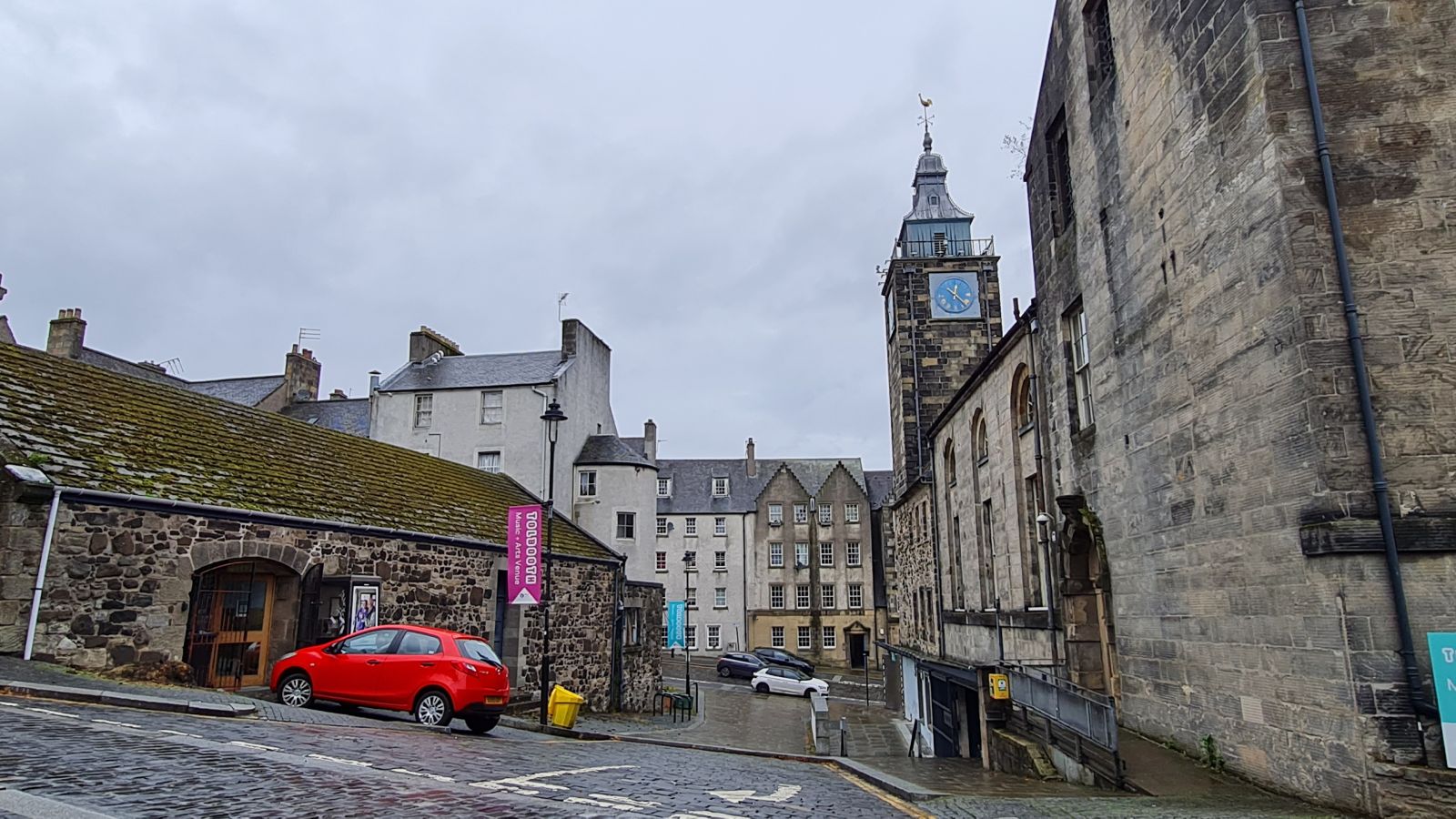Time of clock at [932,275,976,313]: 12:22
